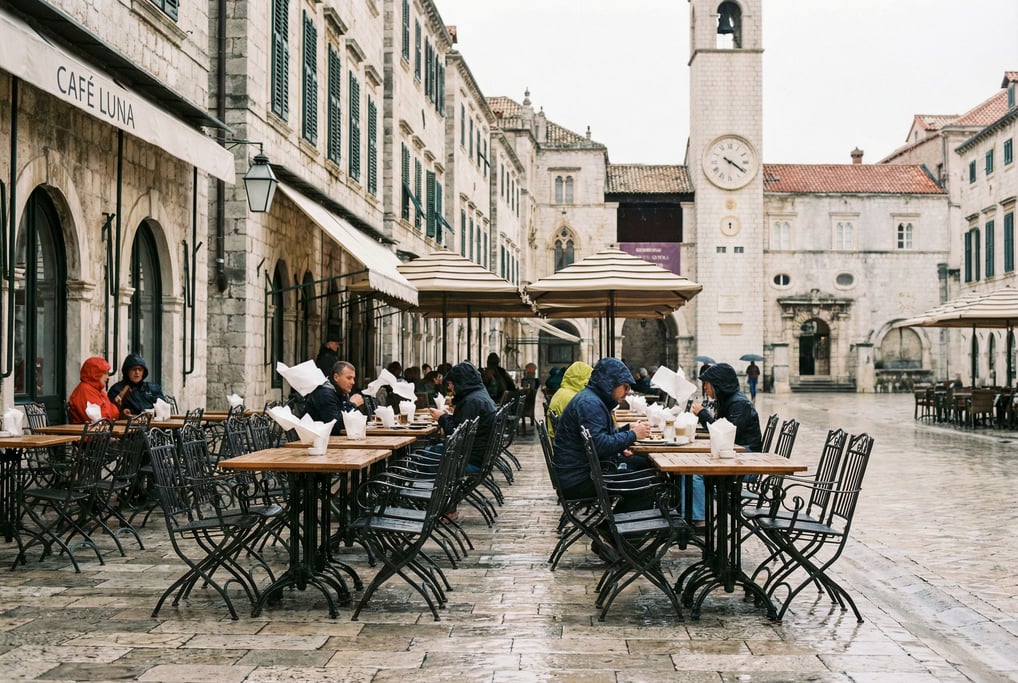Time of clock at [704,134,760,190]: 4:20
